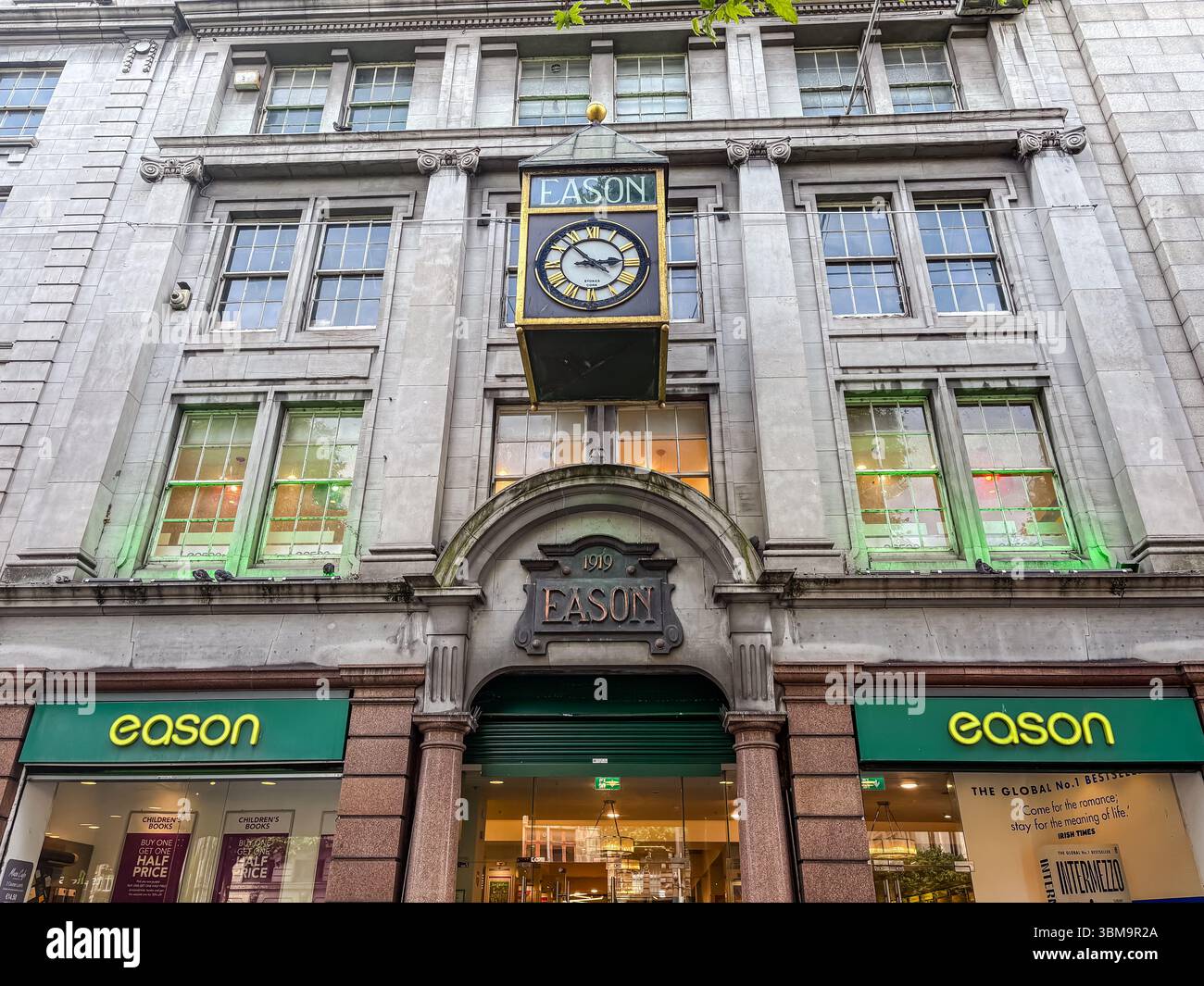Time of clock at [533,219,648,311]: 2:53
